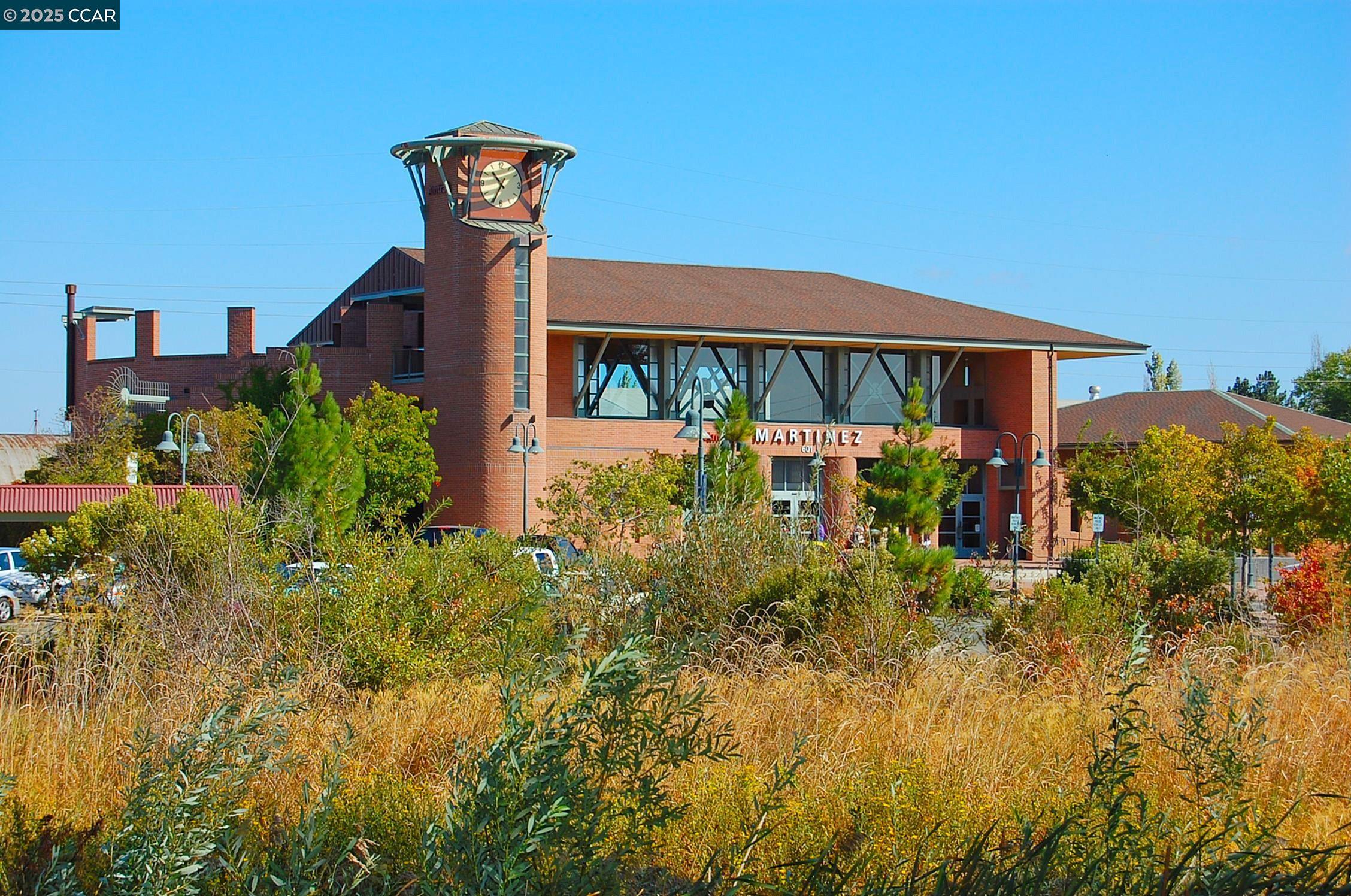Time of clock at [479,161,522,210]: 10:34
